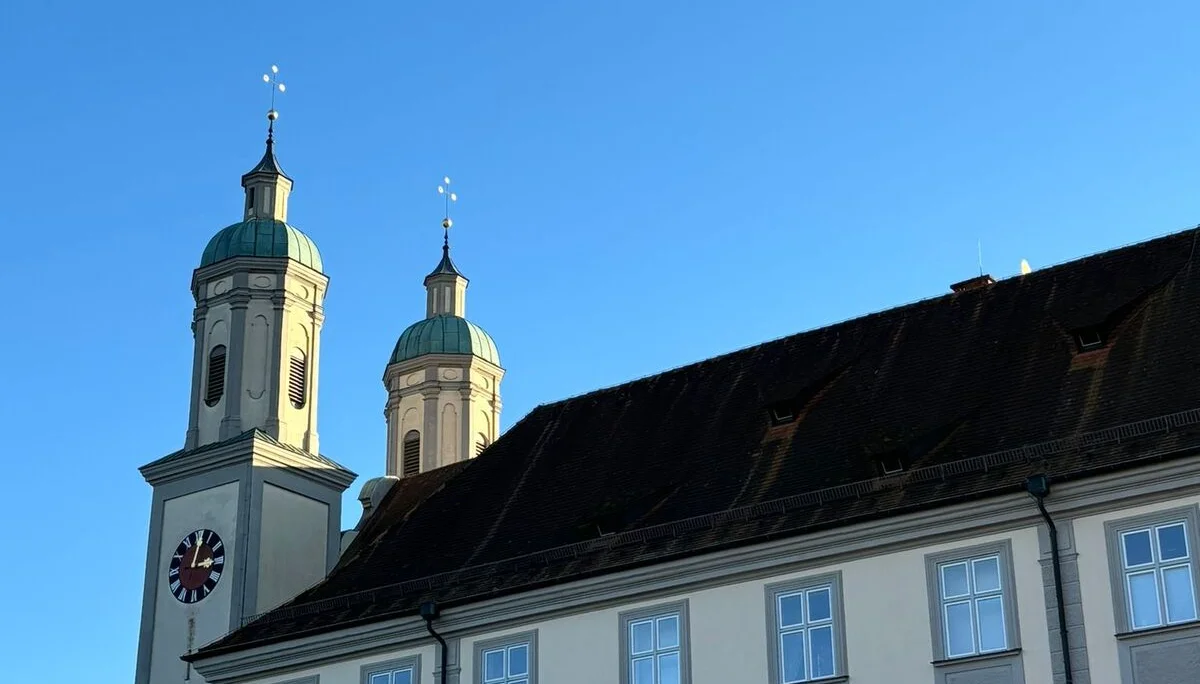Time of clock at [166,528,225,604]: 3:01
